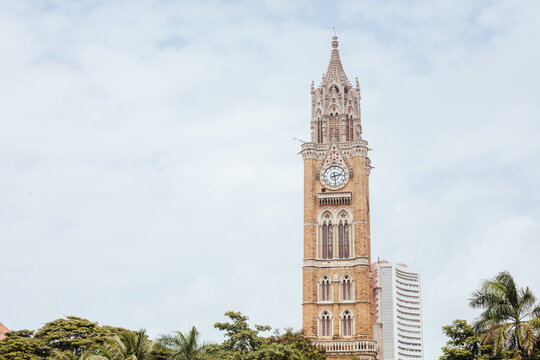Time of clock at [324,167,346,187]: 2:28
